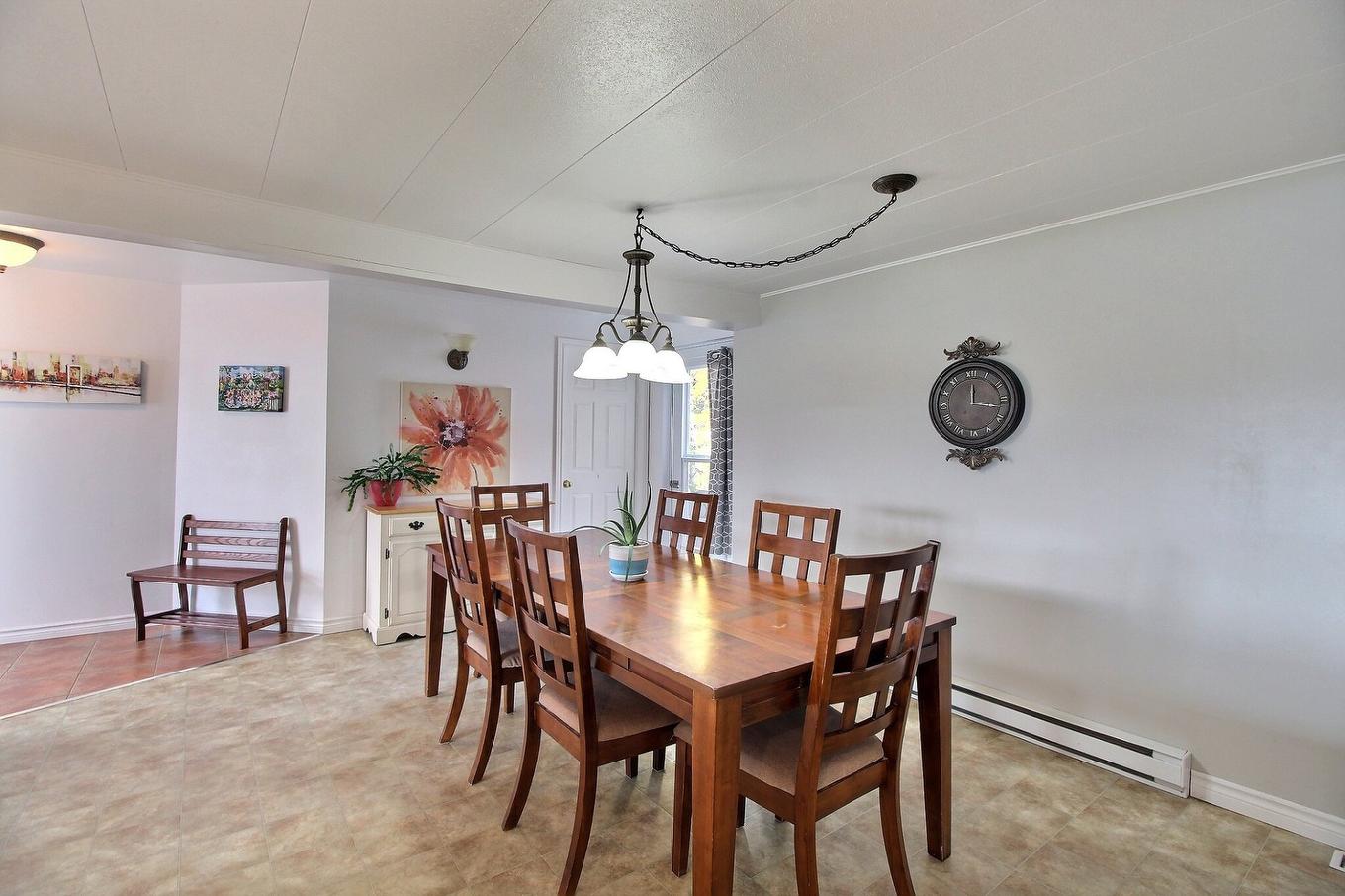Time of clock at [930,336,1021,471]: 12:16
